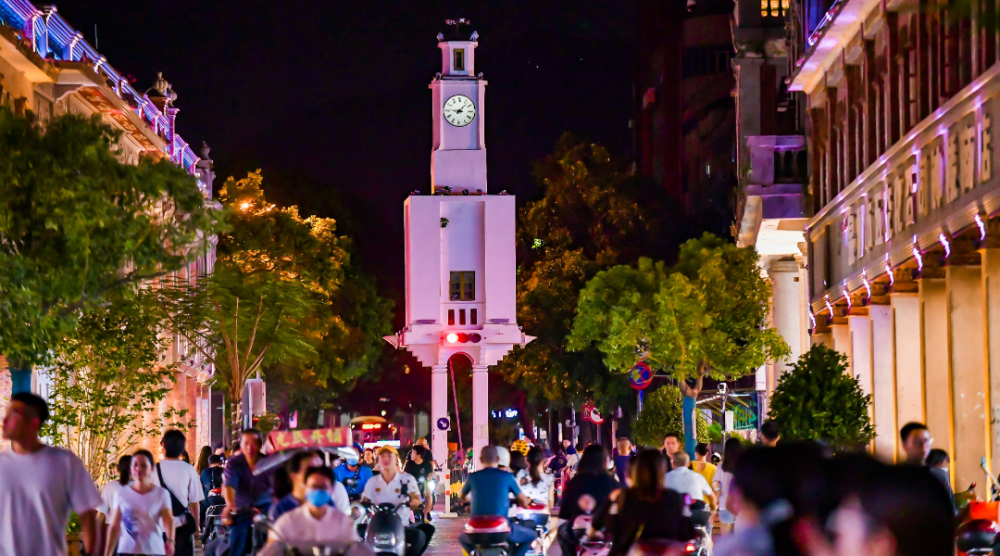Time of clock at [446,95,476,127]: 9:07
